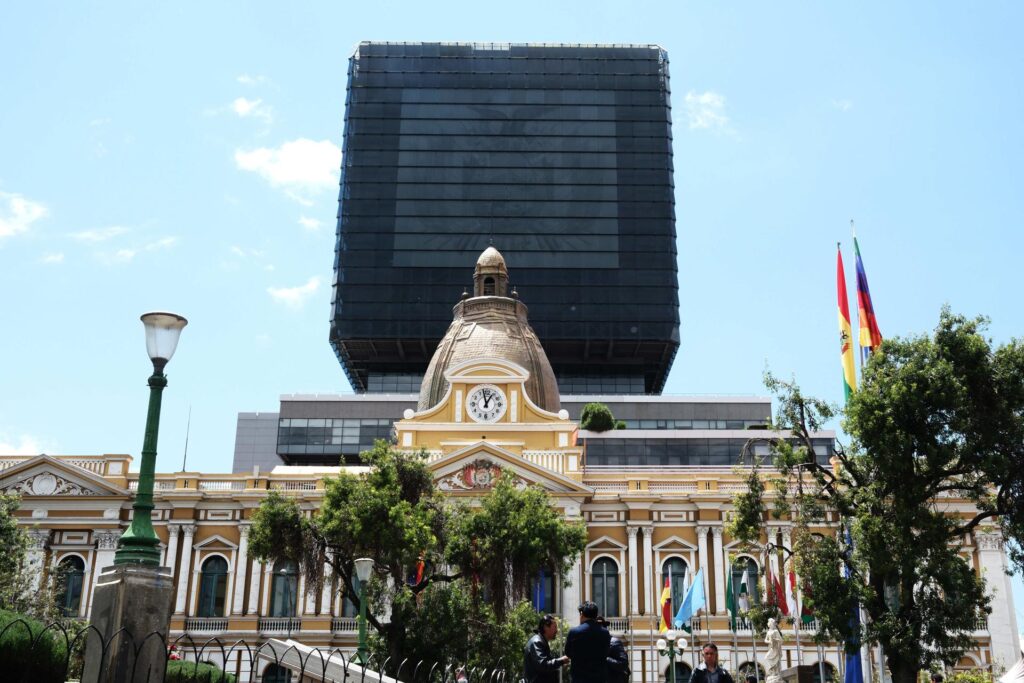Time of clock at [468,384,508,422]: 12:57
